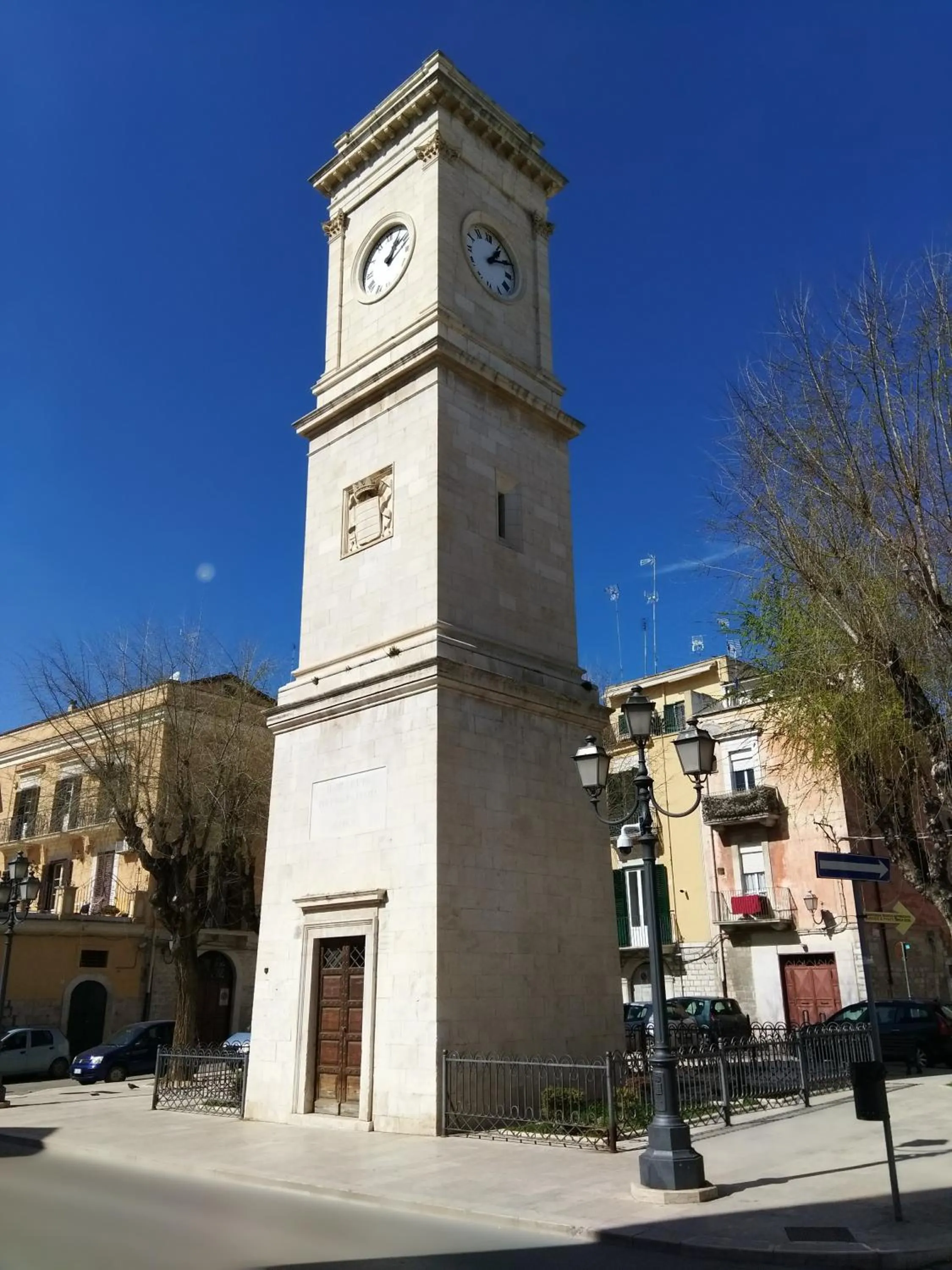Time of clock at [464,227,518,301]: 1:11
